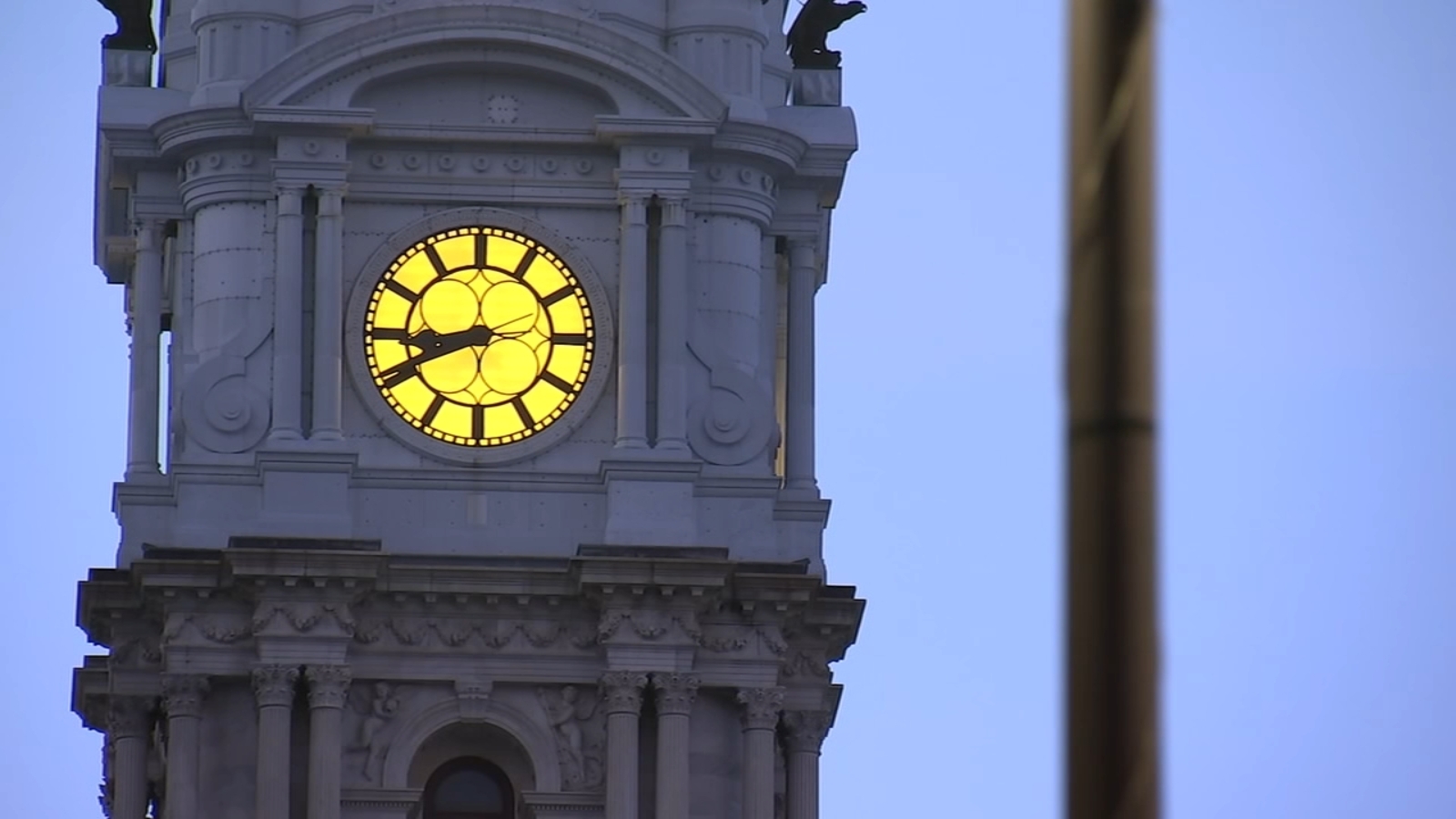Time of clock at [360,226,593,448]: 8:41
